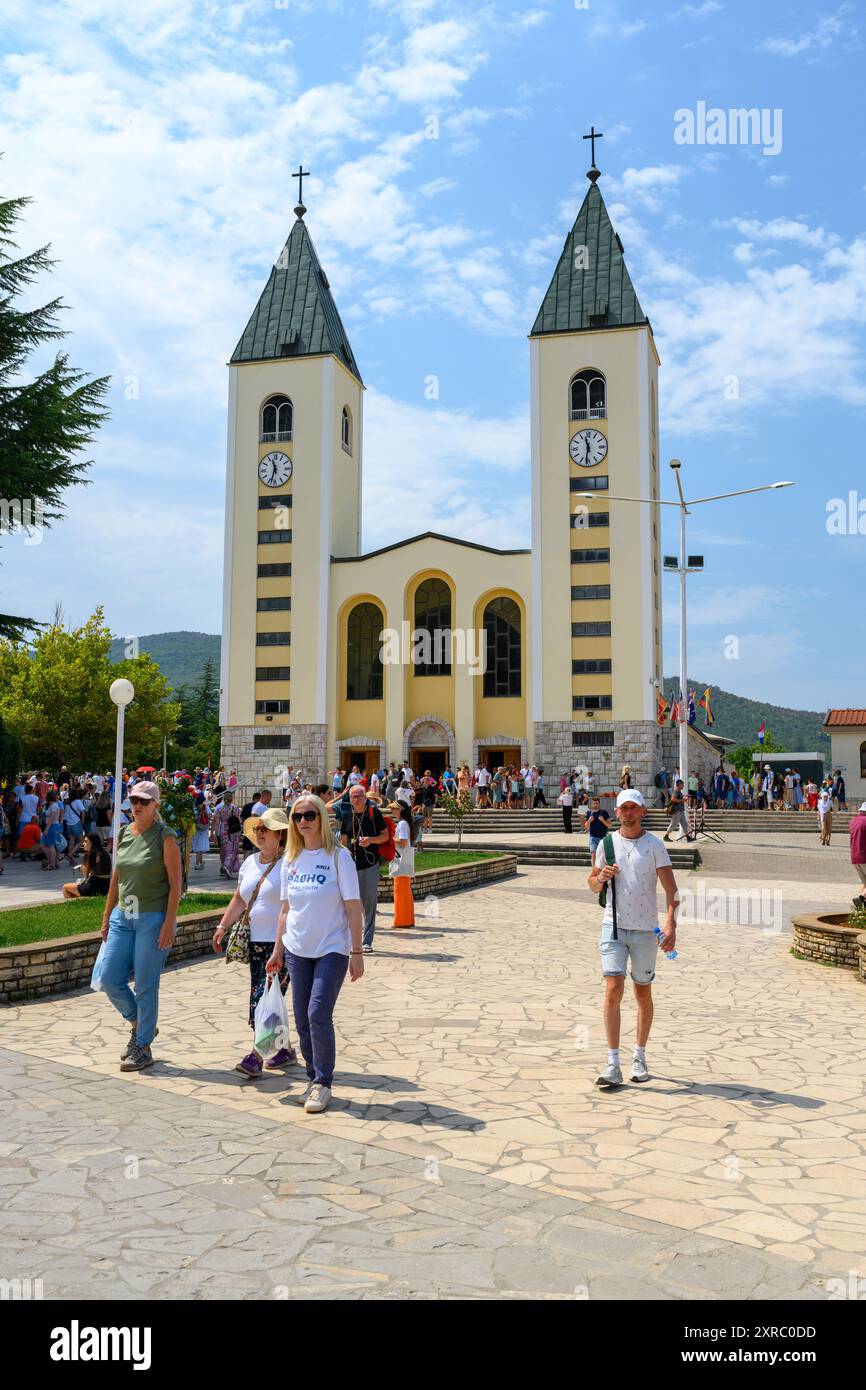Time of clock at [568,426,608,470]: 11:31
